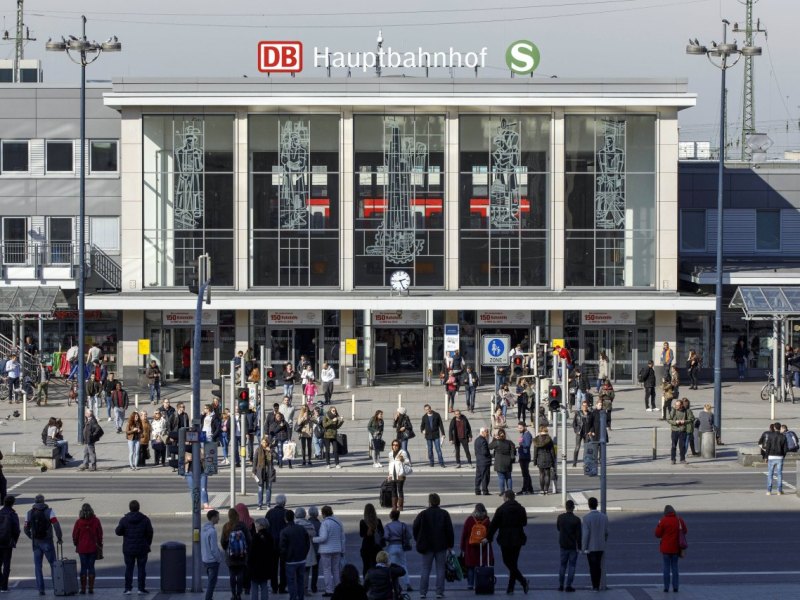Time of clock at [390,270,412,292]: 2:26
